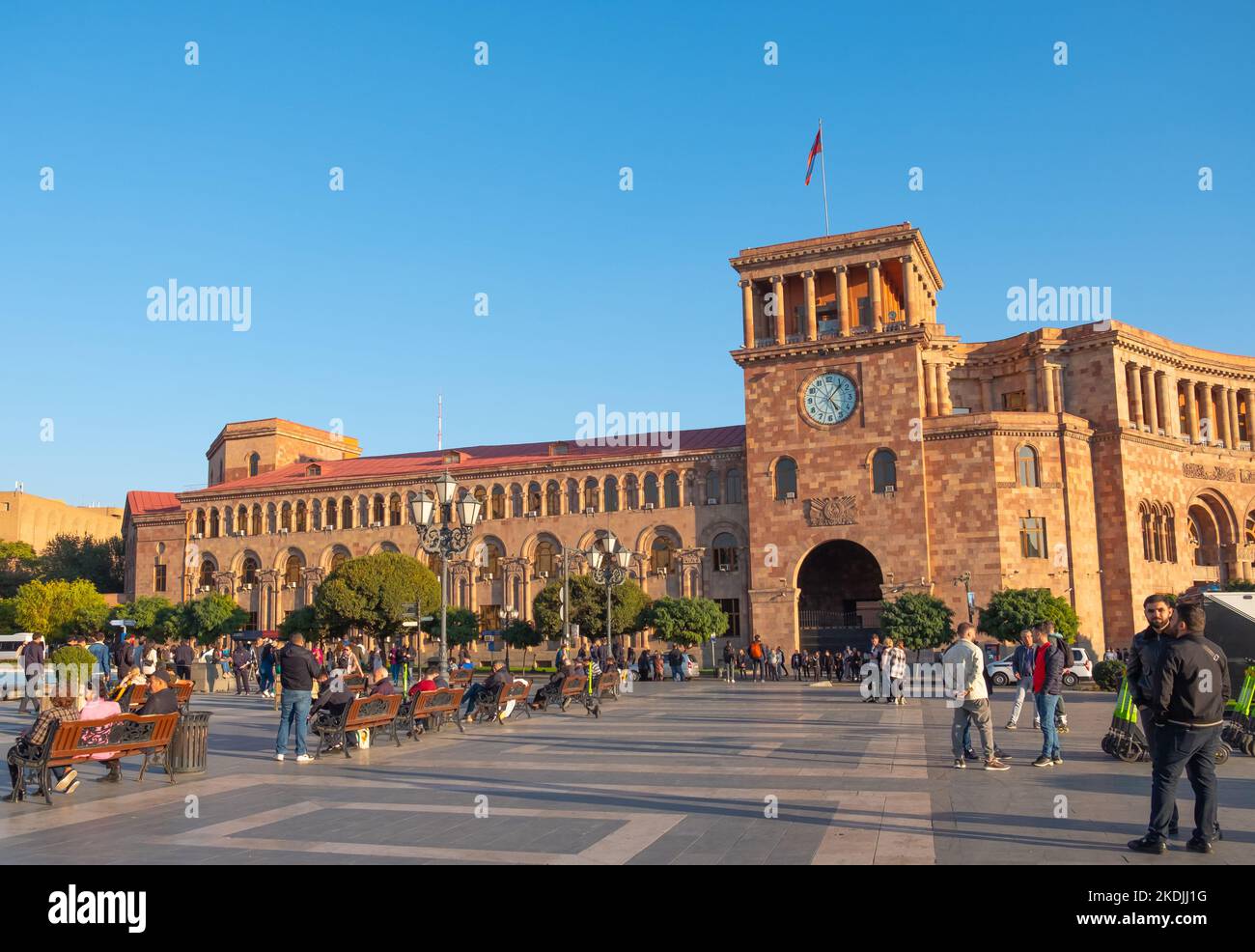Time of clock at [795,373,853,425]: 5:06
